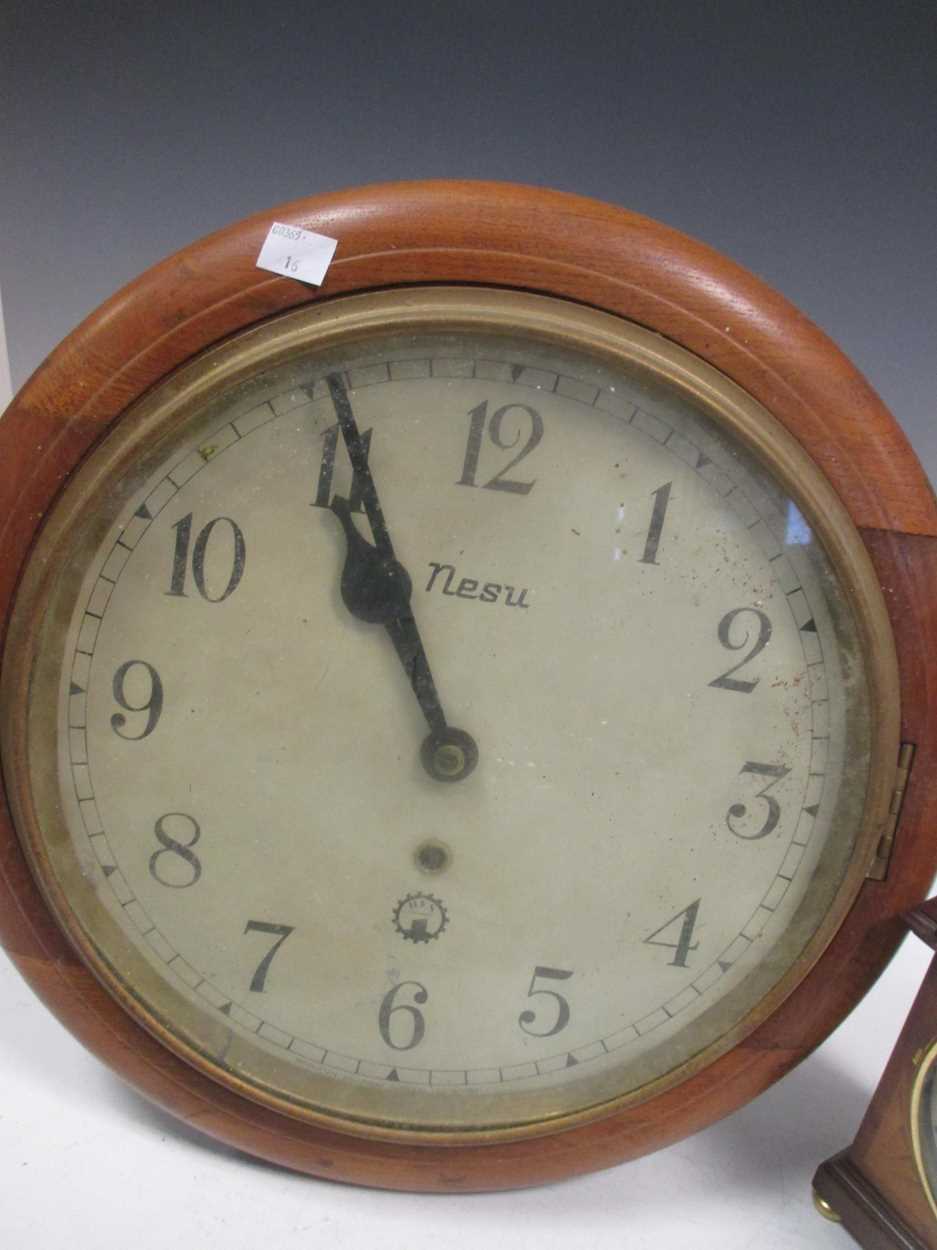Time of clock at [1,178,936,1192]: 10:55
